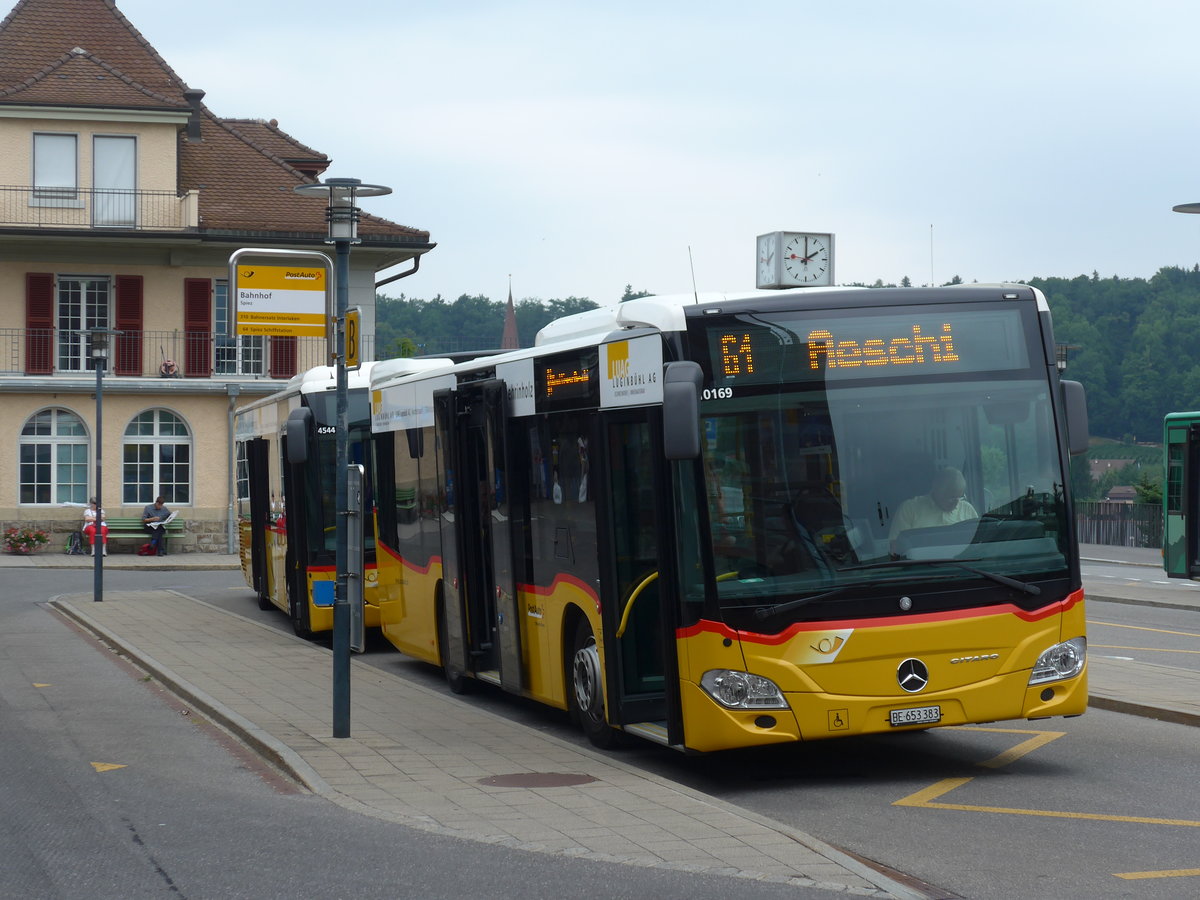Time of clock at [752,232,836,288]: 2:00
